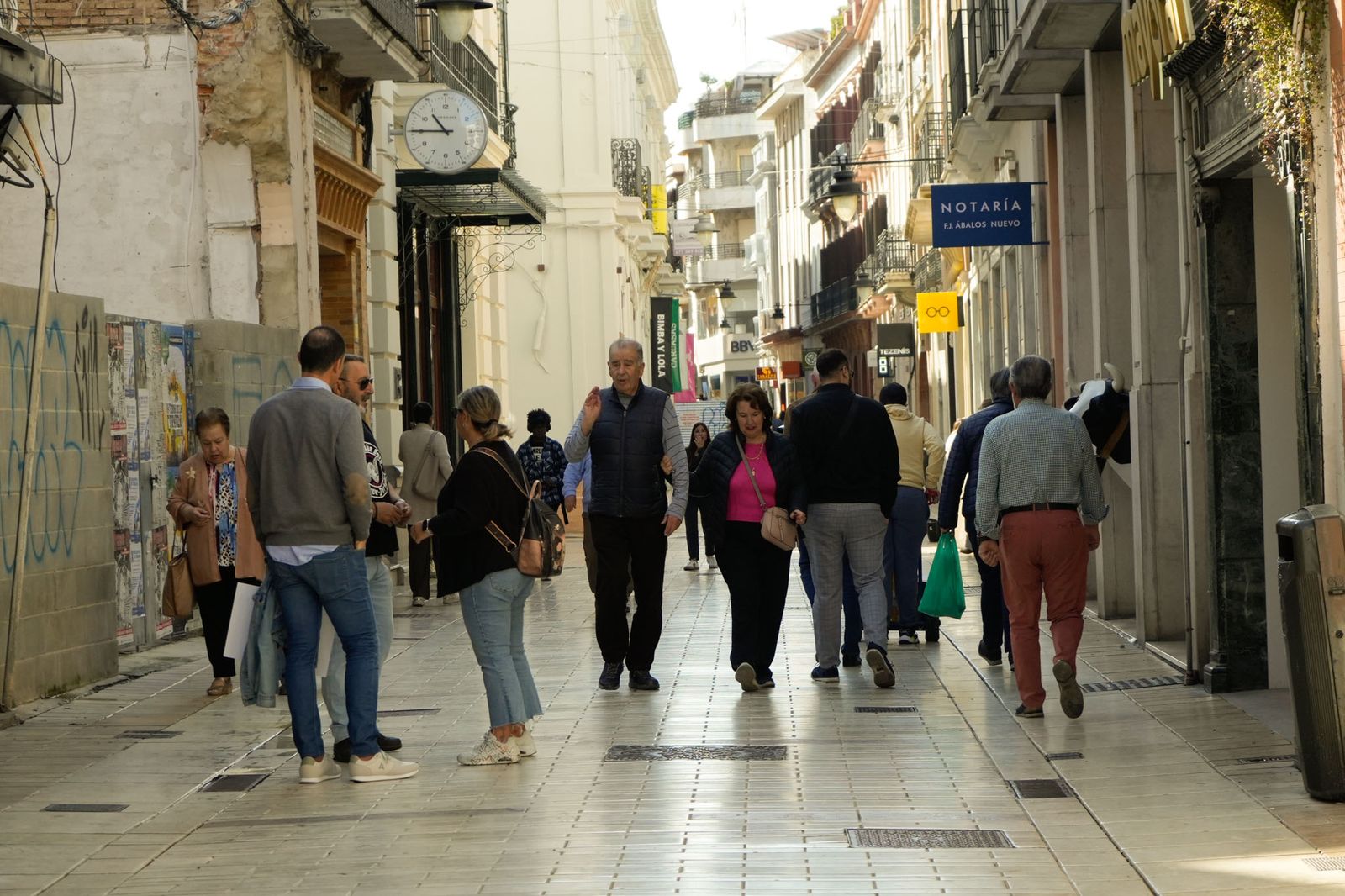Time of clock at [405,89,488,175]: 10:45
